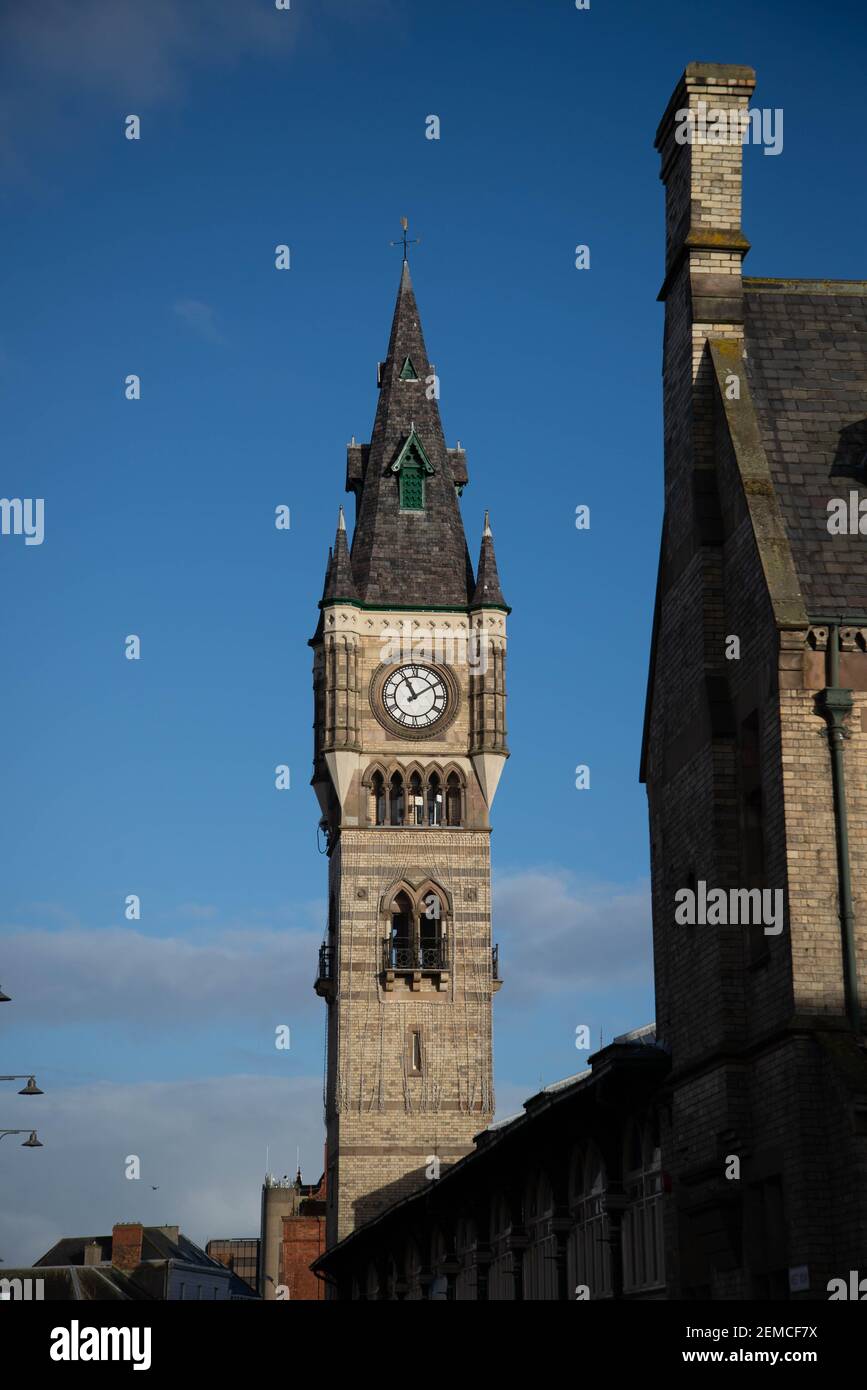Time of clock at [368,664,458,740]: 11:09
